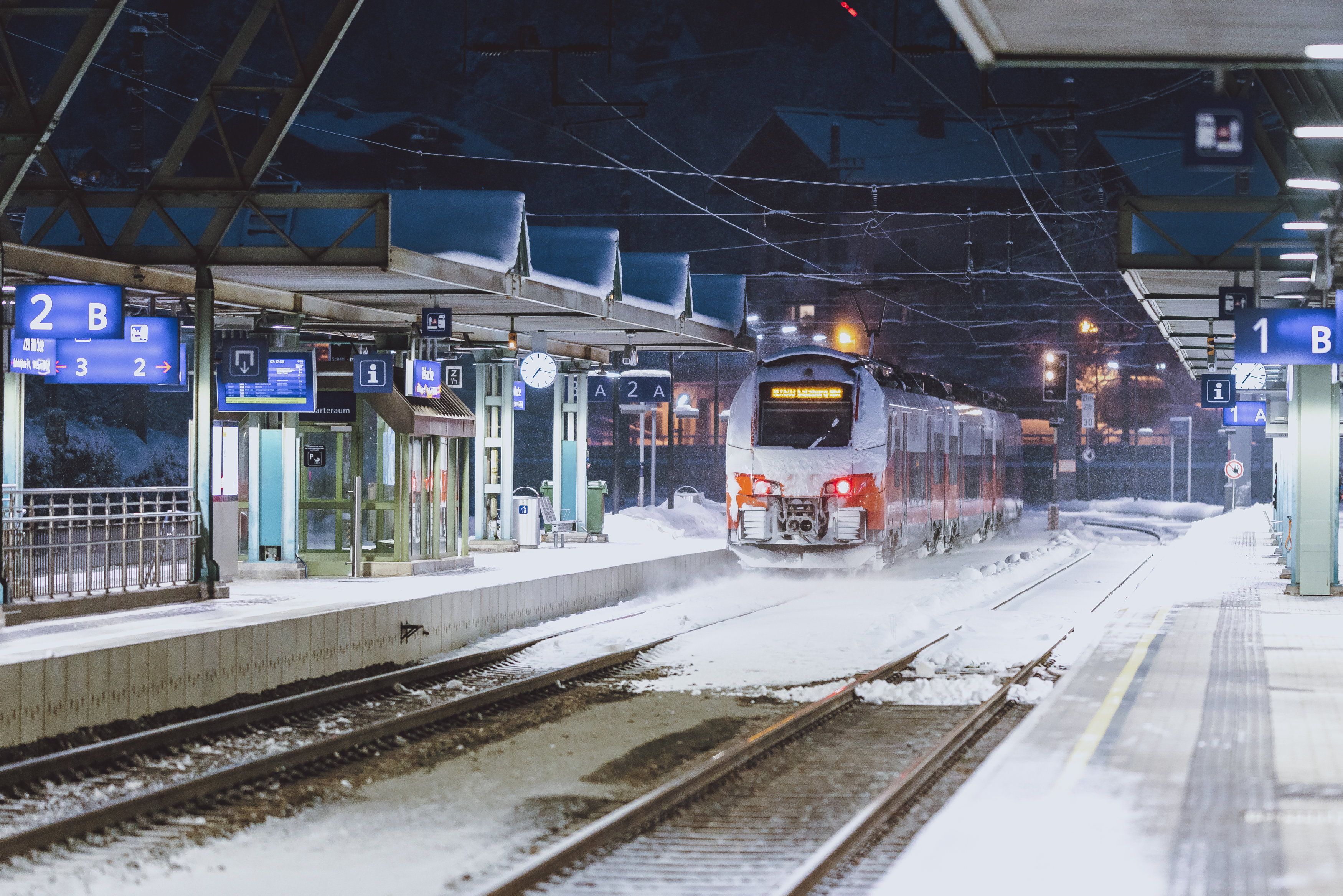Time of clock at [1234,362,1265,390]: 7:17
